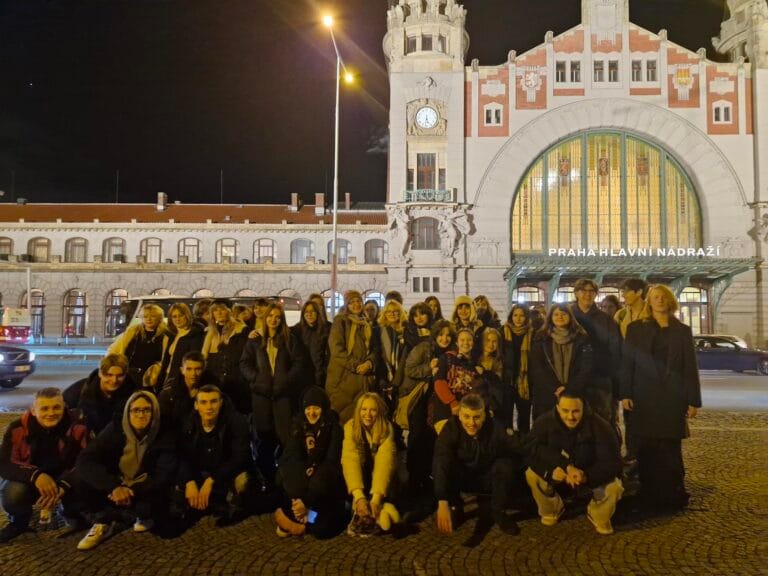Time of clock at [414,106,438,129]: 5:31
